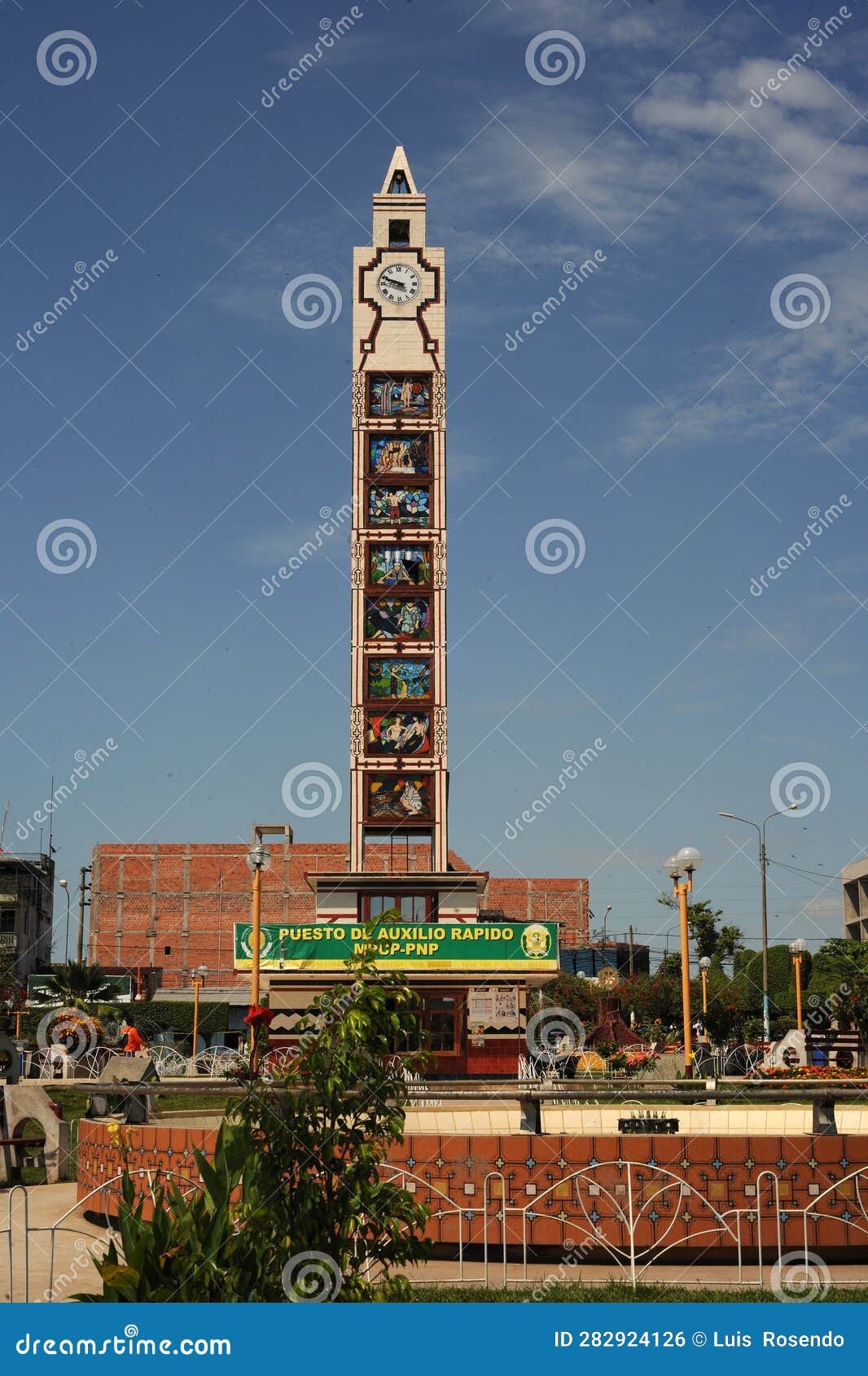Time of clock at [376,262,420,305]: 9:48
